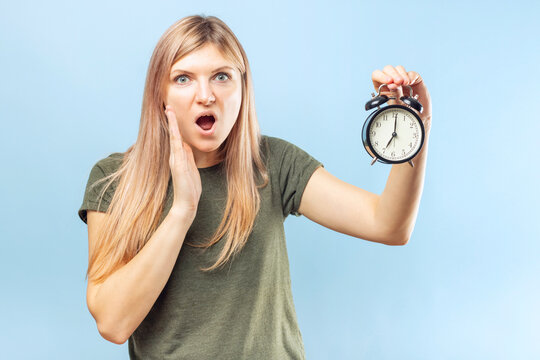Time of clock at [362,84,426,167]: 7:00
